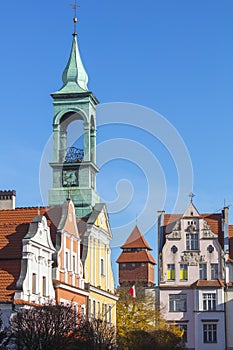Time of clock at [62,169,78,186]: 12:41
